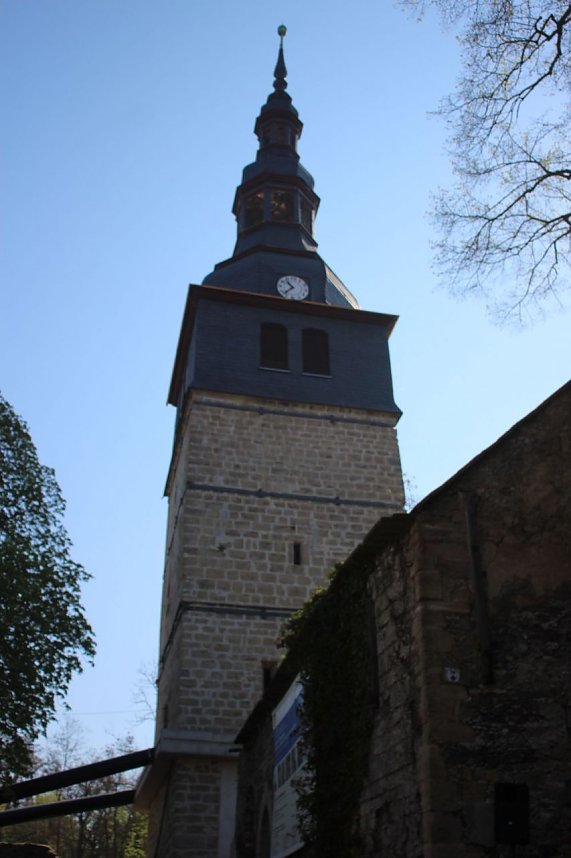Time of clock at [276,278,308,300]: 10:37
